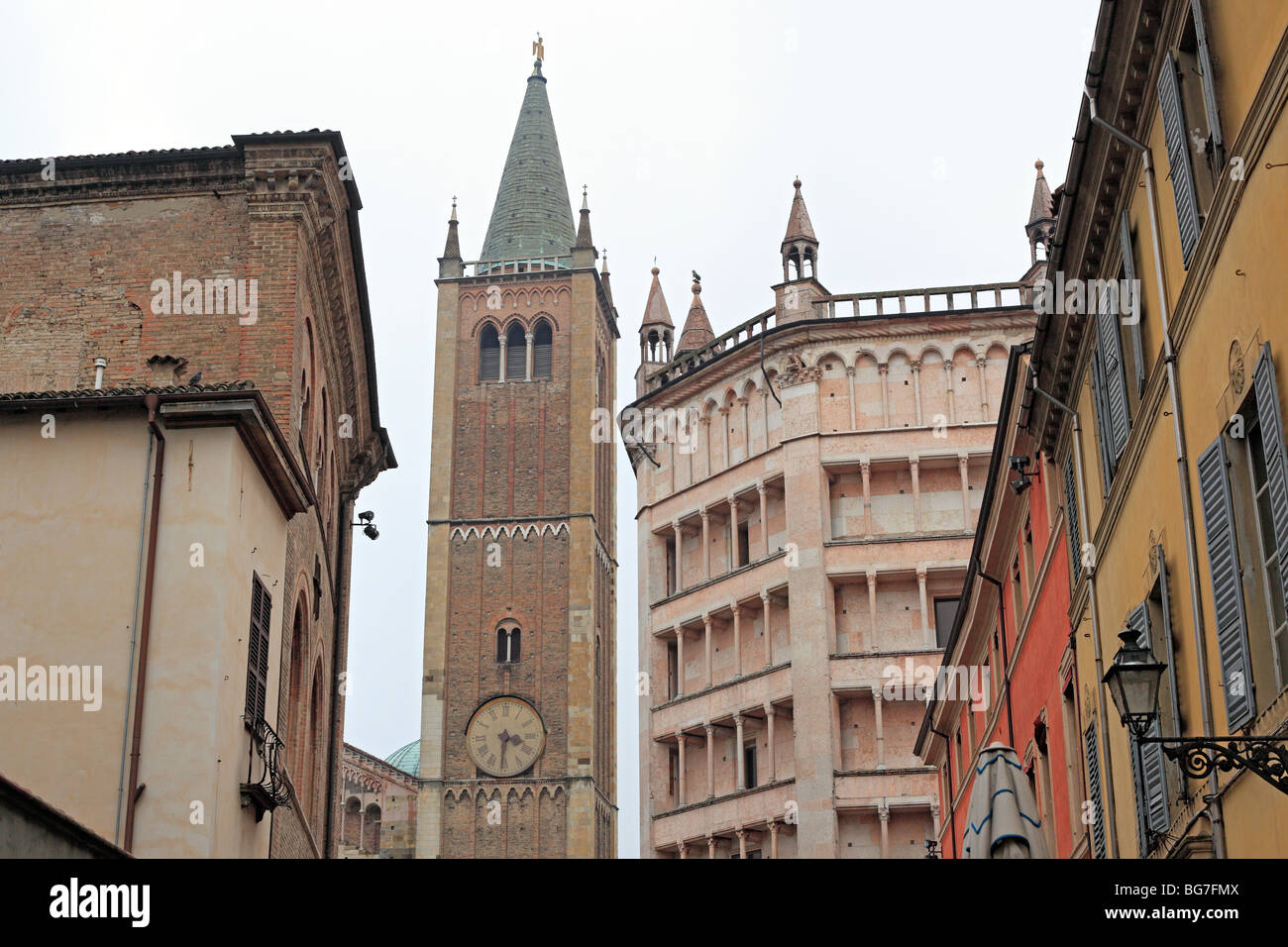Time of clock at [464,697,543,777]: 3:31
